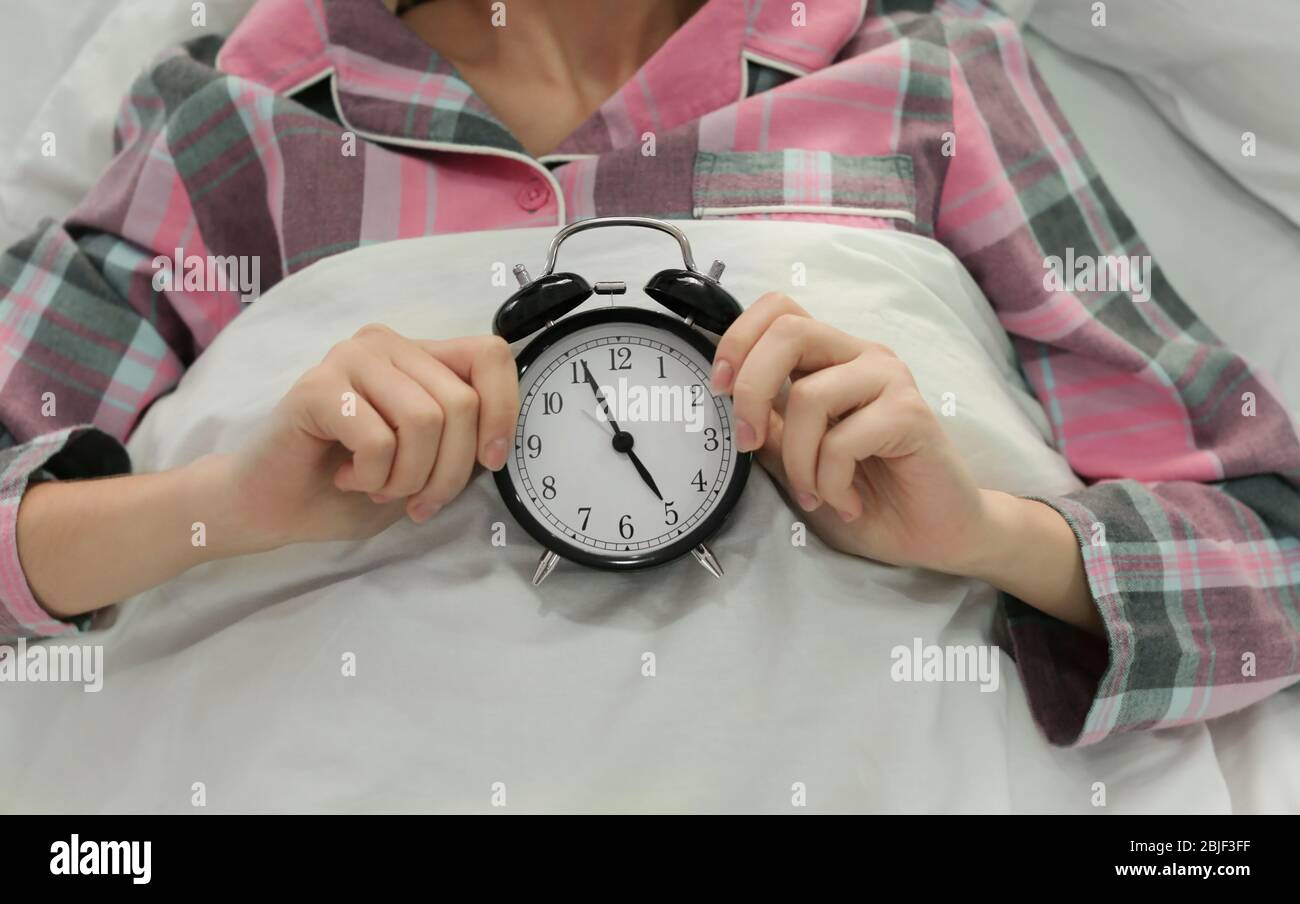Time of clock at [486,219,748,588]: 4:56
